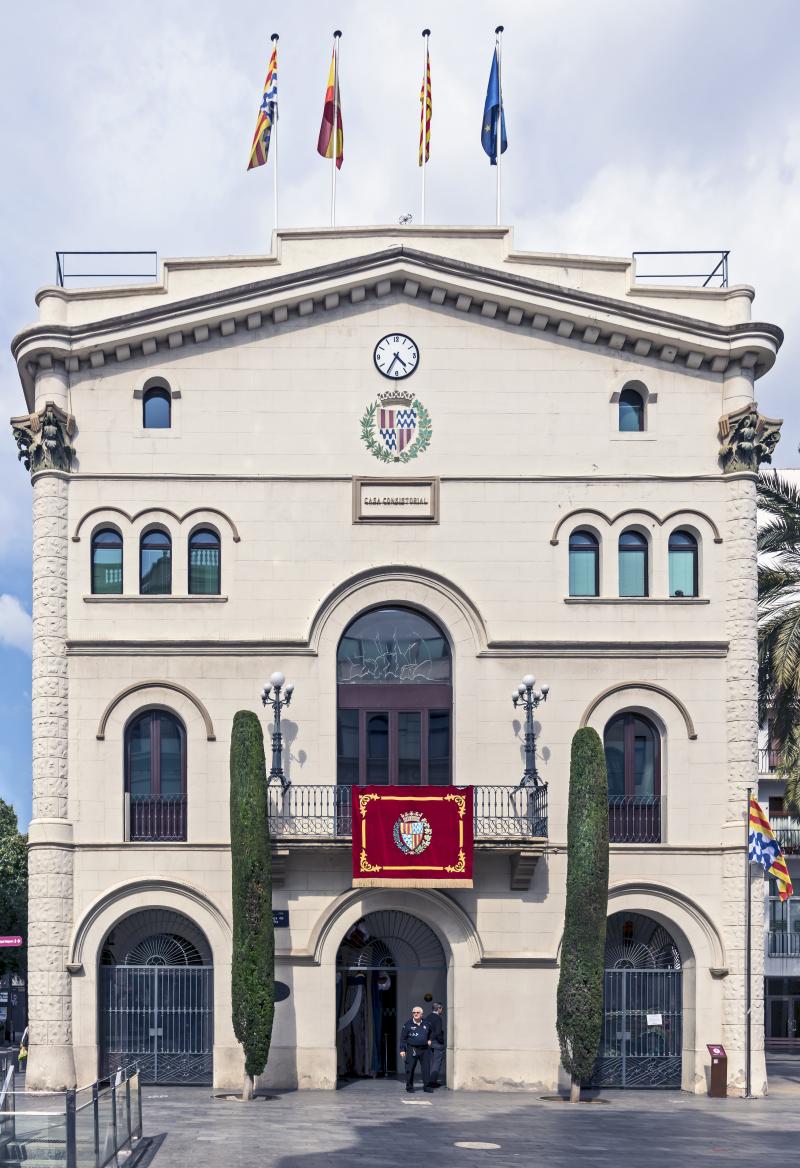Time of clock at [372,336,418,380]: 4:35
